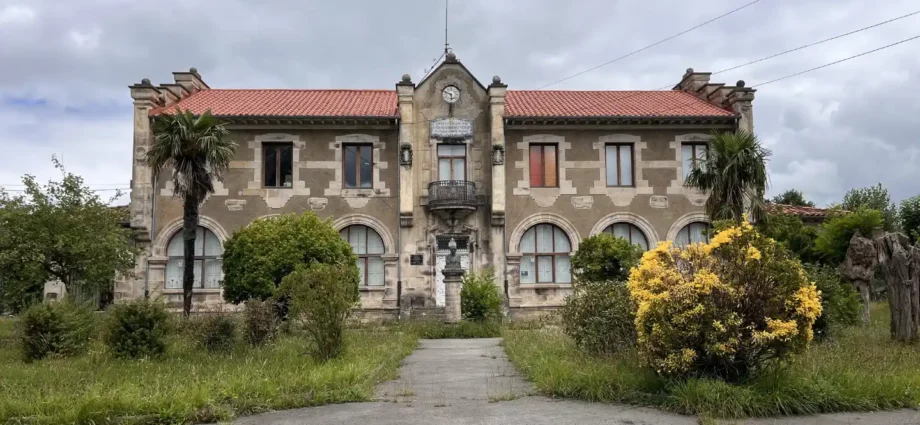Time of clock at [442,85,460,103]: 5:48
